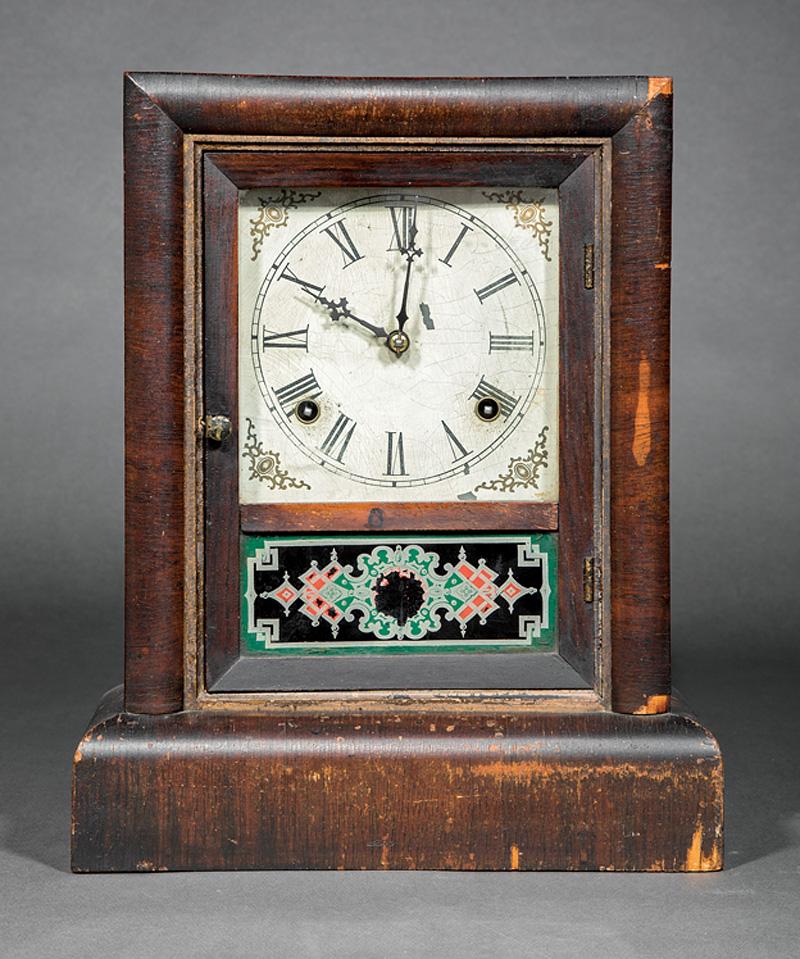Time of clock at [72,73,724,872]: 10:00
